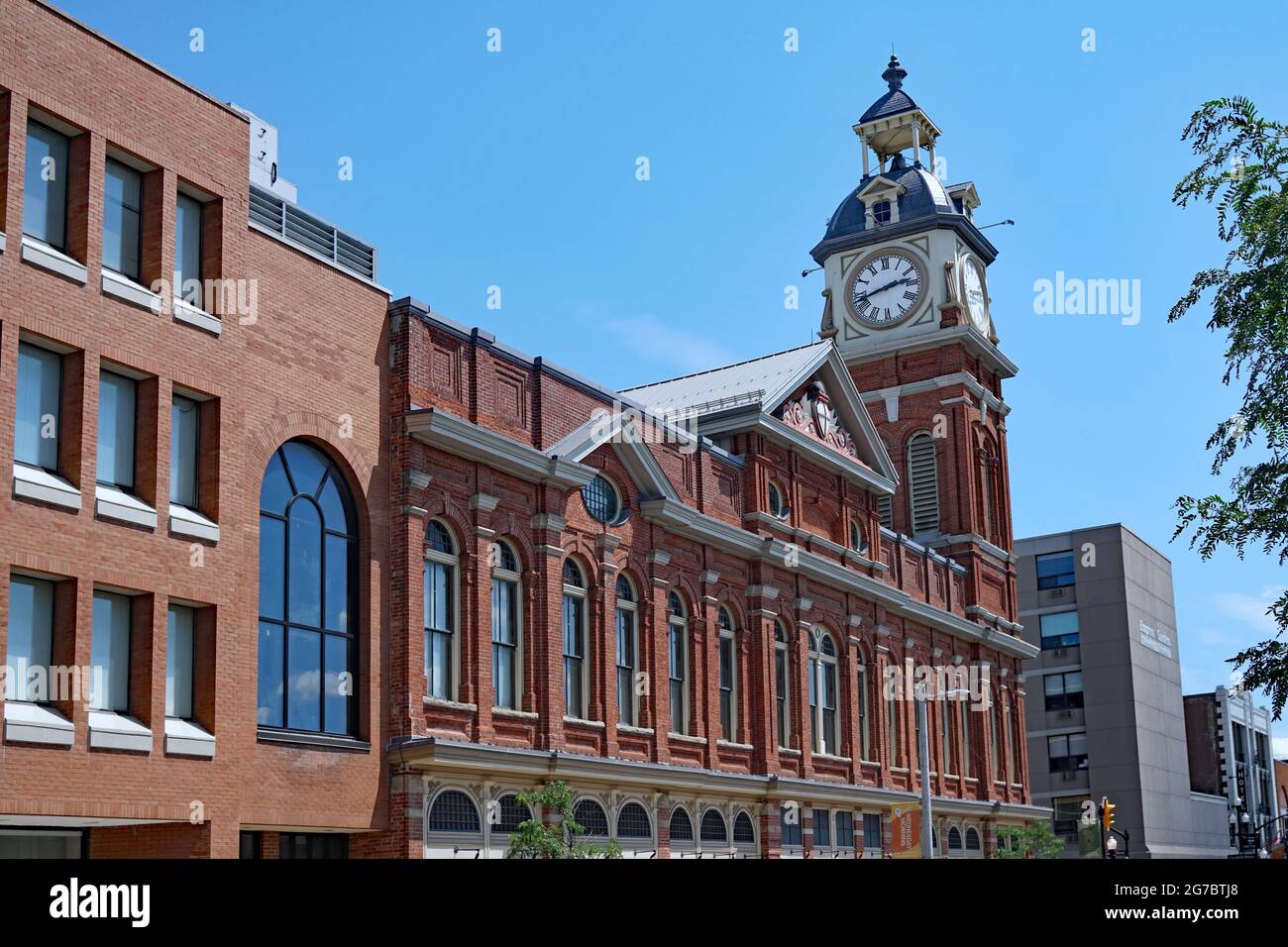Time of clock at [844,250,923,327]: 2:42
